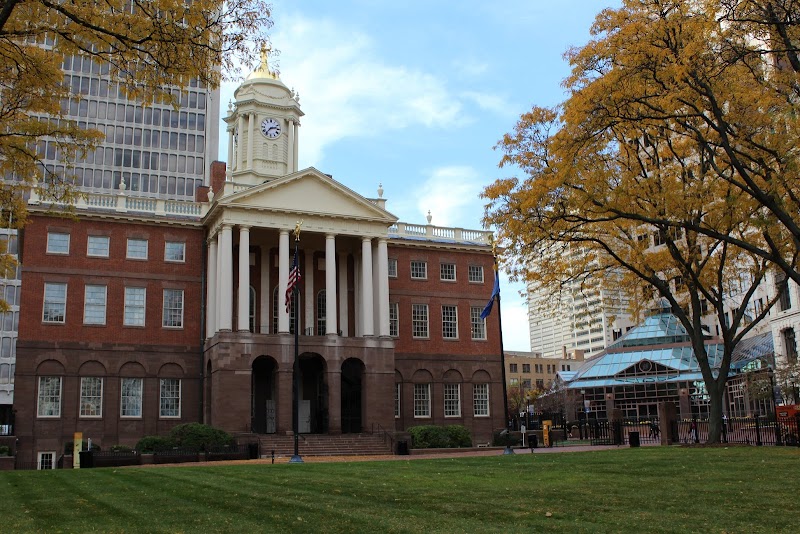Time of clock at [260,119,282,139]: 2:36
